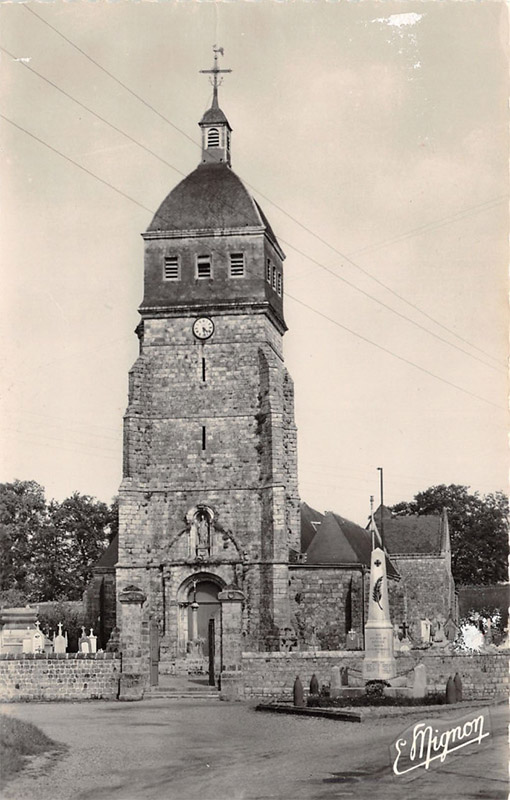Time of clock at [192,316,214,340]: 4:28
